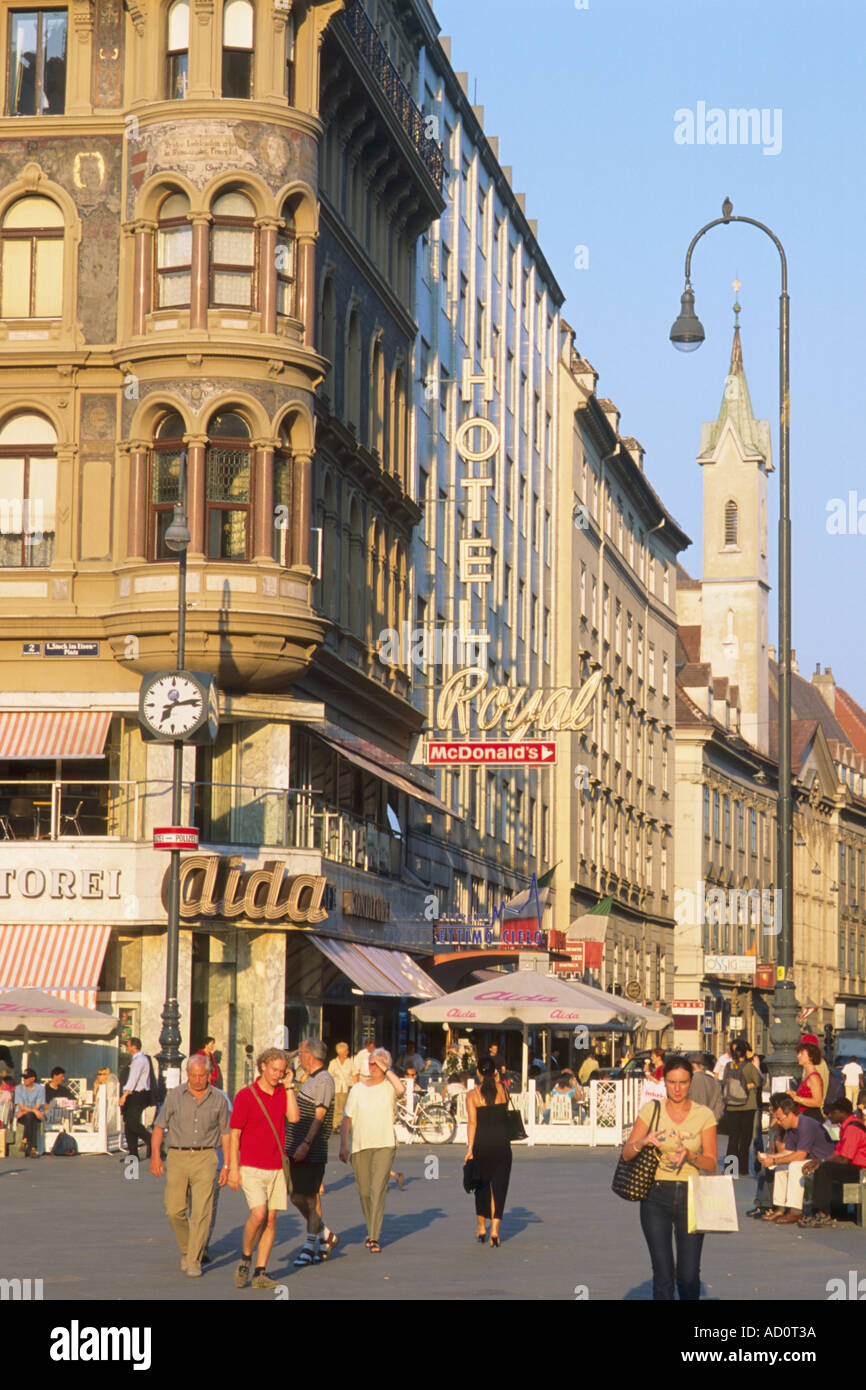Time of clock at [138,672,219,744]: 7:13
